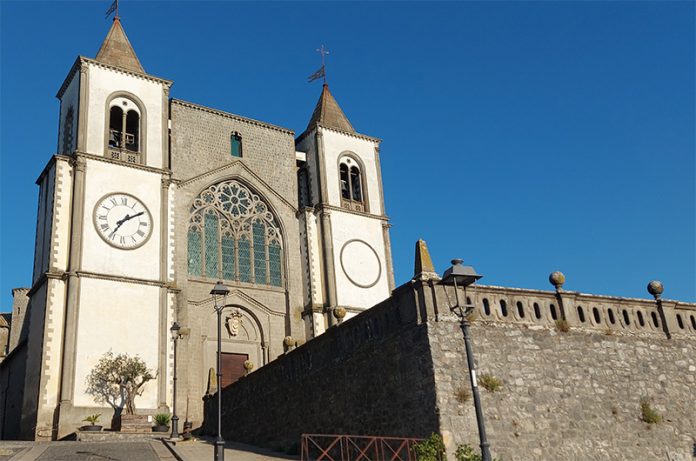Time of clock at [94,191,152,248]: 7:09
